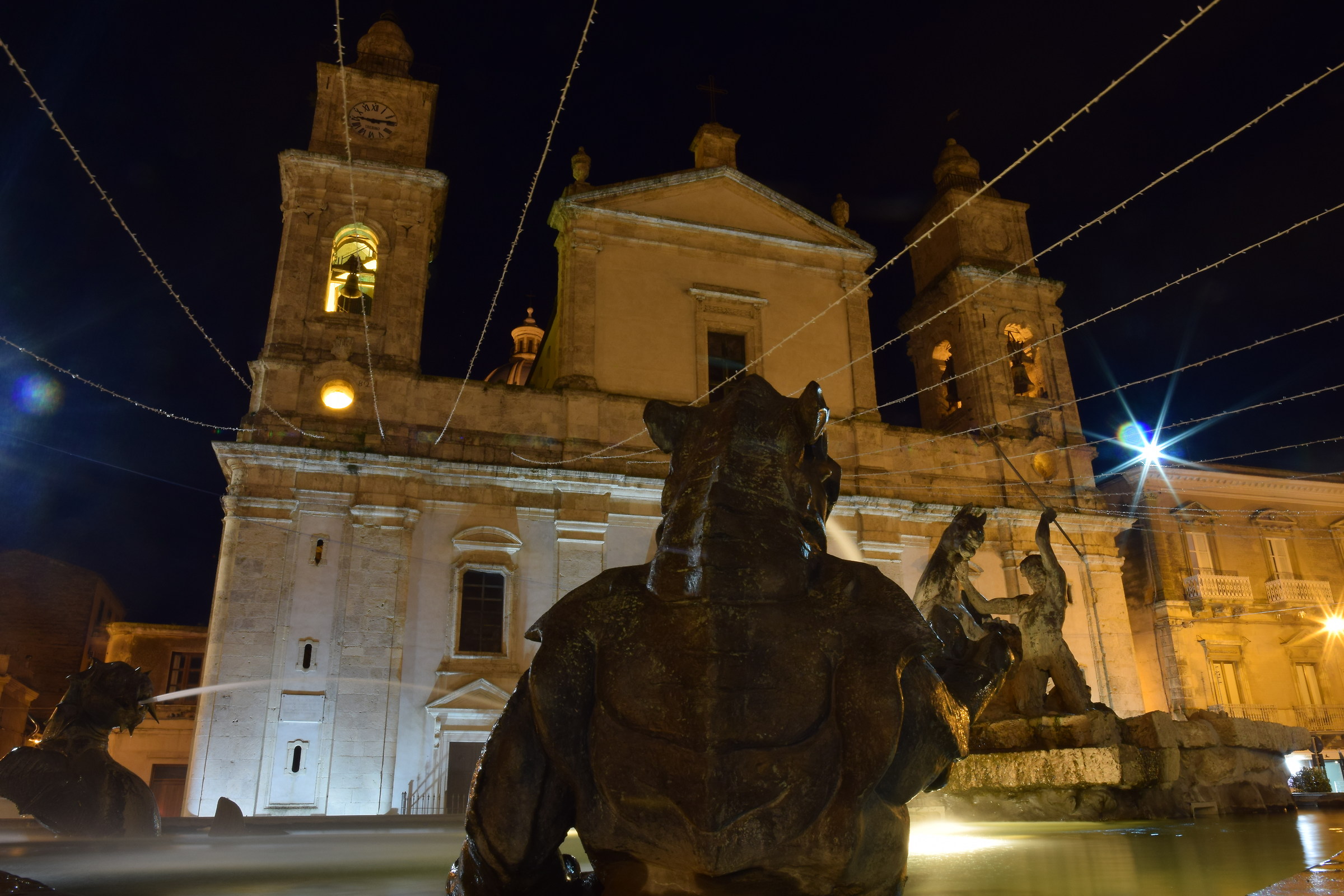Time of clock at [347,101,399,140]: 9:13
